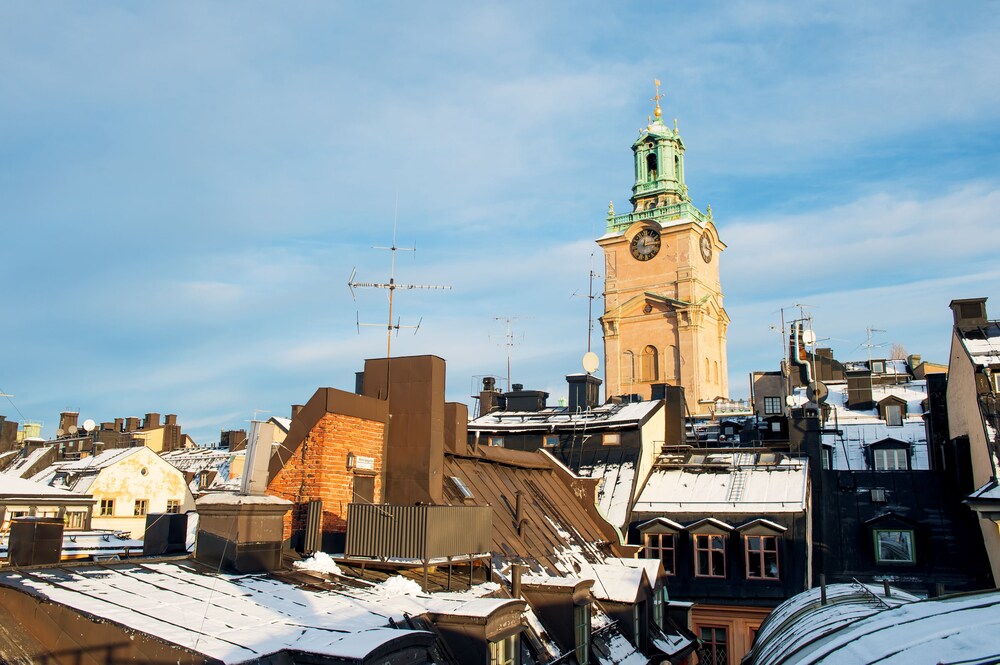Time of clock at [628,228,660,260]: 12:13
